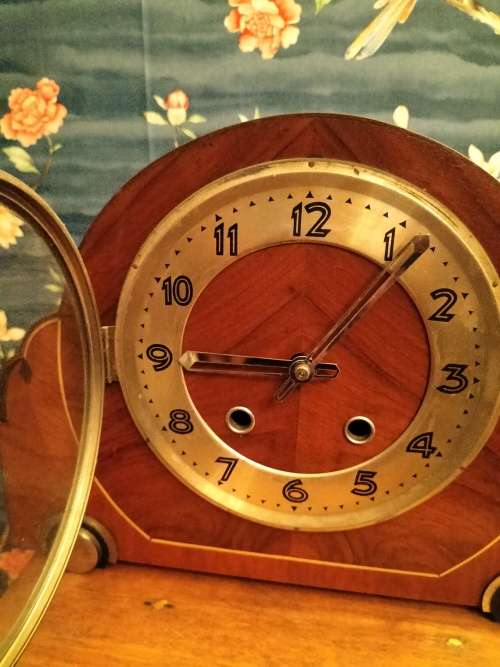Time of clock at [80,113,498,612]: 9:06
